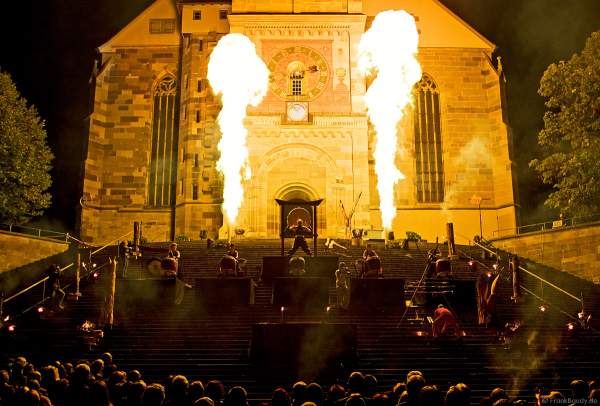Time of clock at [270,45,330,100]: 2:29
